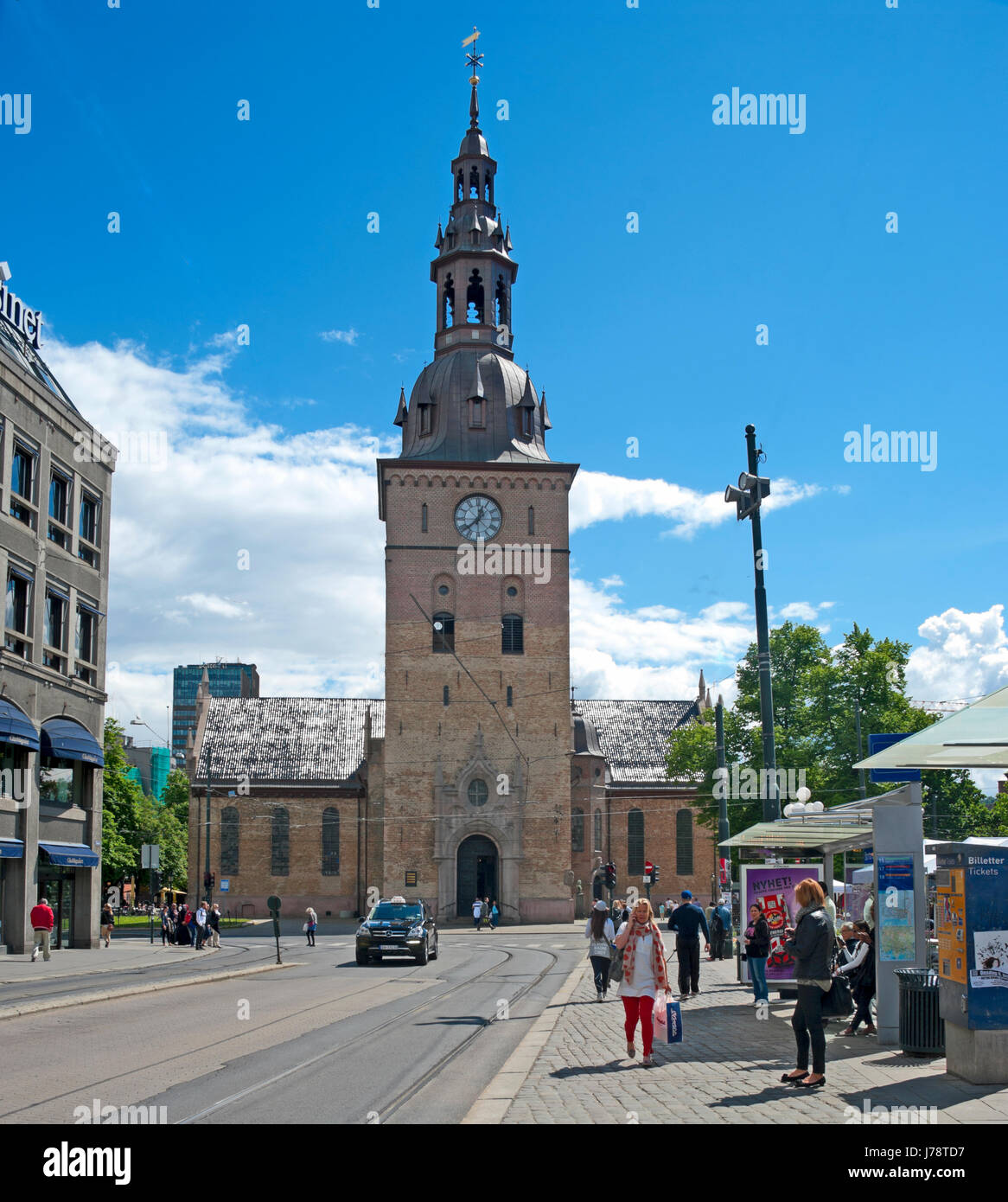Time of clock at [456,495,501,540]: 12:38
